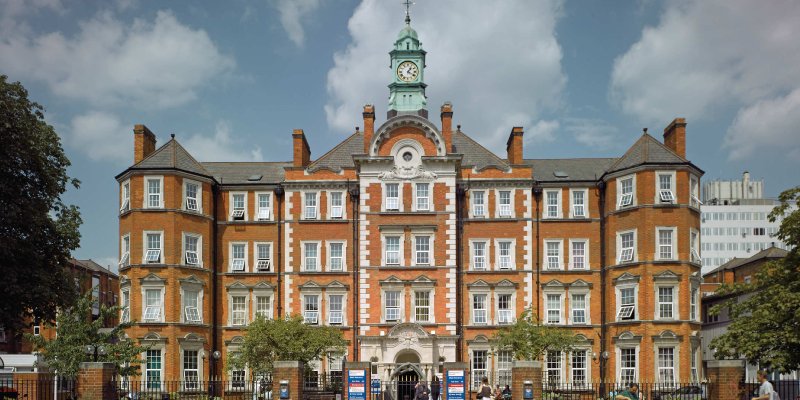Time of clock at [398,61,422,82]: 1:20
